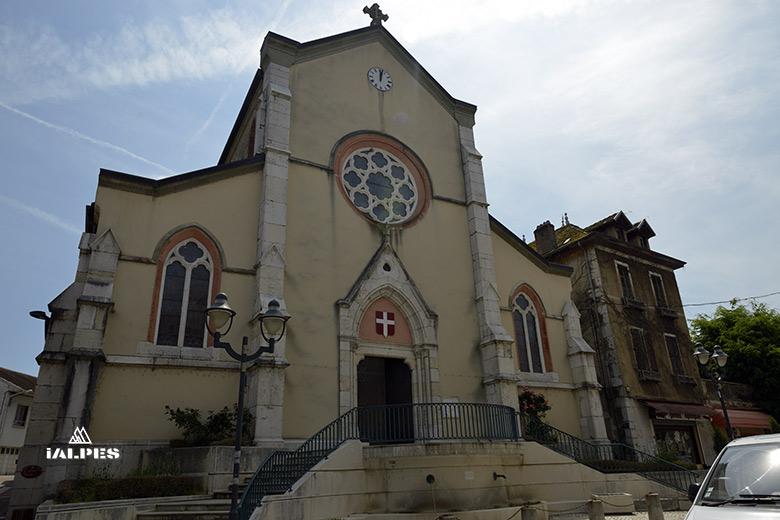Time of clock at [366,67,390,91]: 12:02
